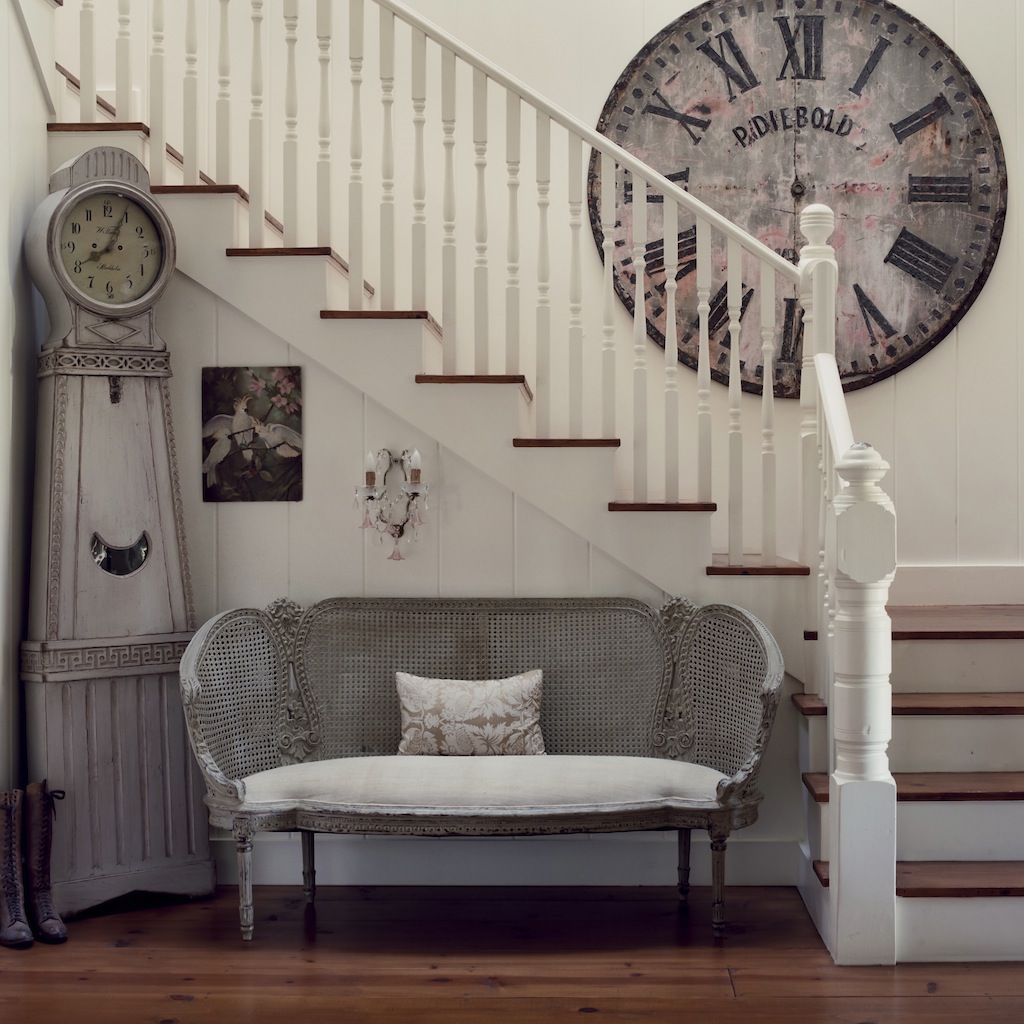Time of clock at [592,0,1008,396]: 5:59
